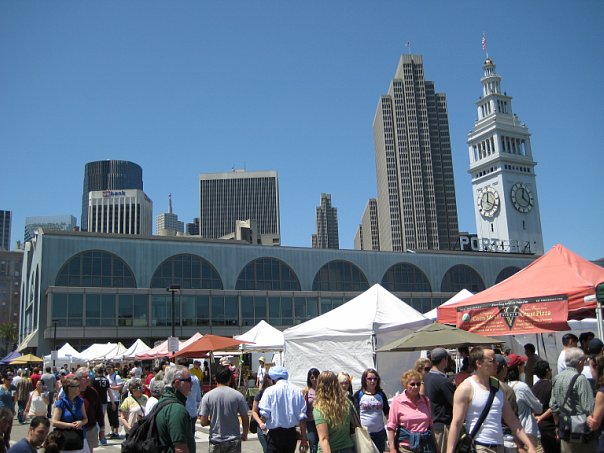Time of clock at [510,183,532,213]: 12:20
